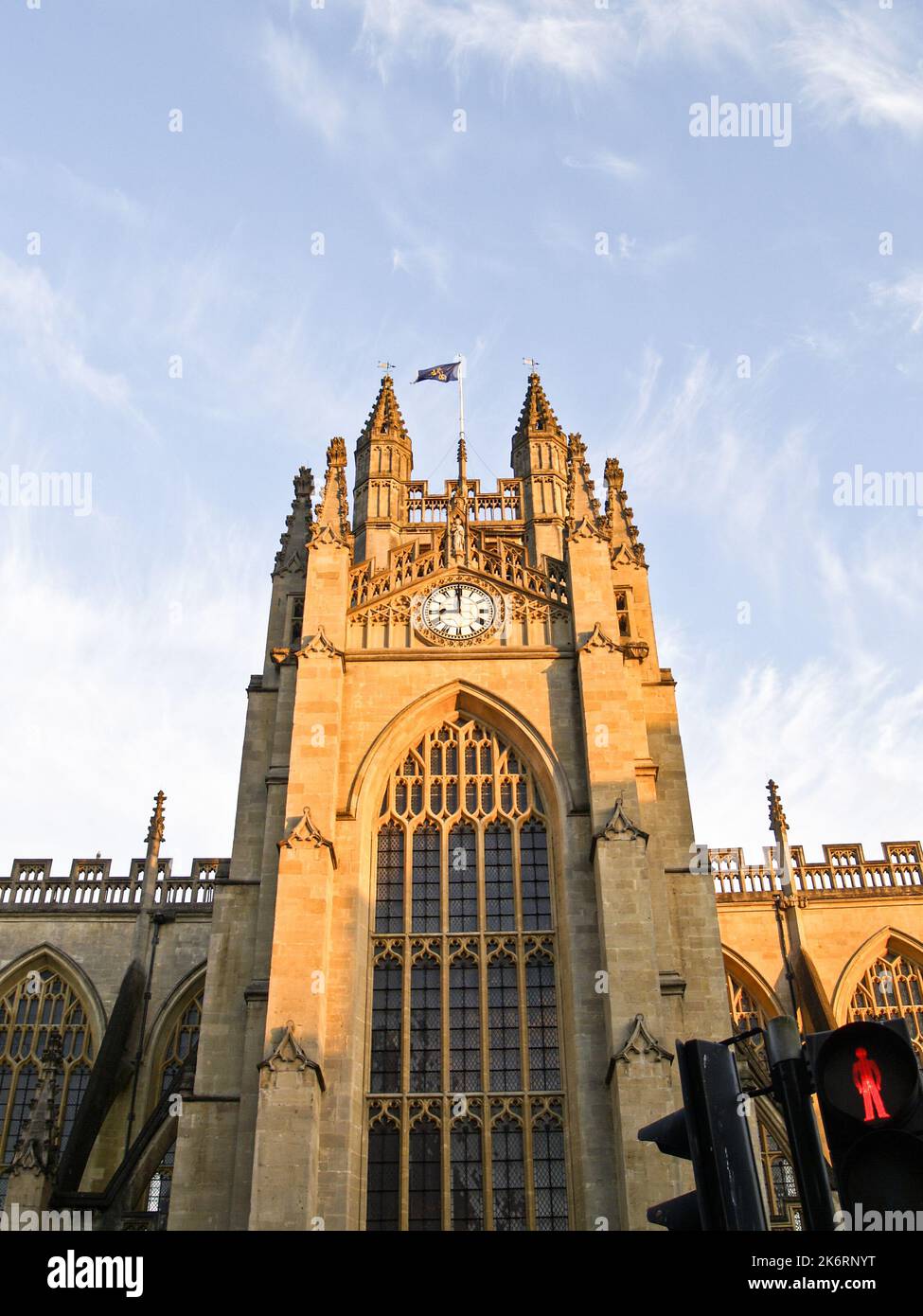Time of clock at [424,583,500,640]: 8:59
